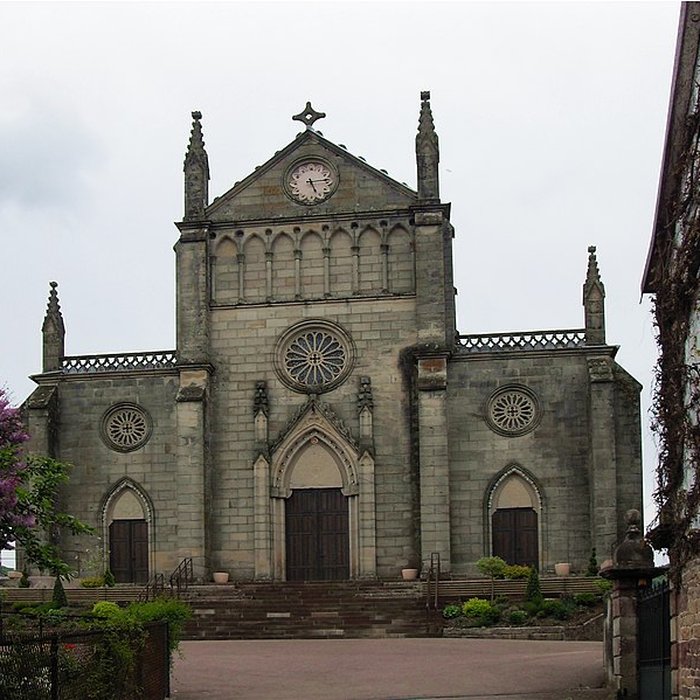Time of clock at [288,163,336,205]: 5:14
